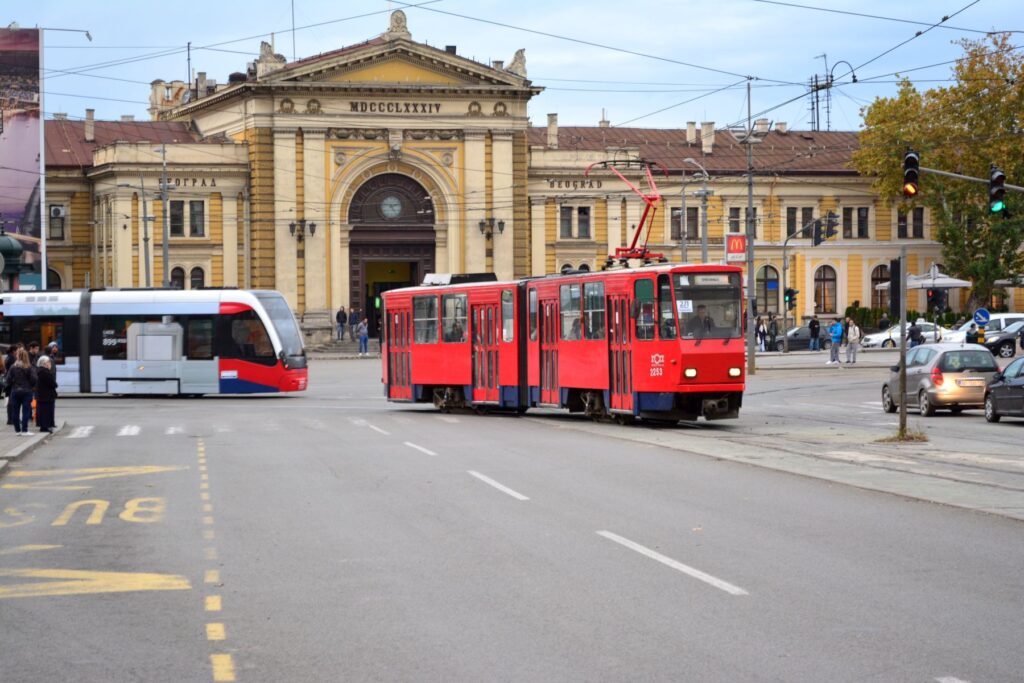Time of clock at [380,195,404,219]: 5:12
